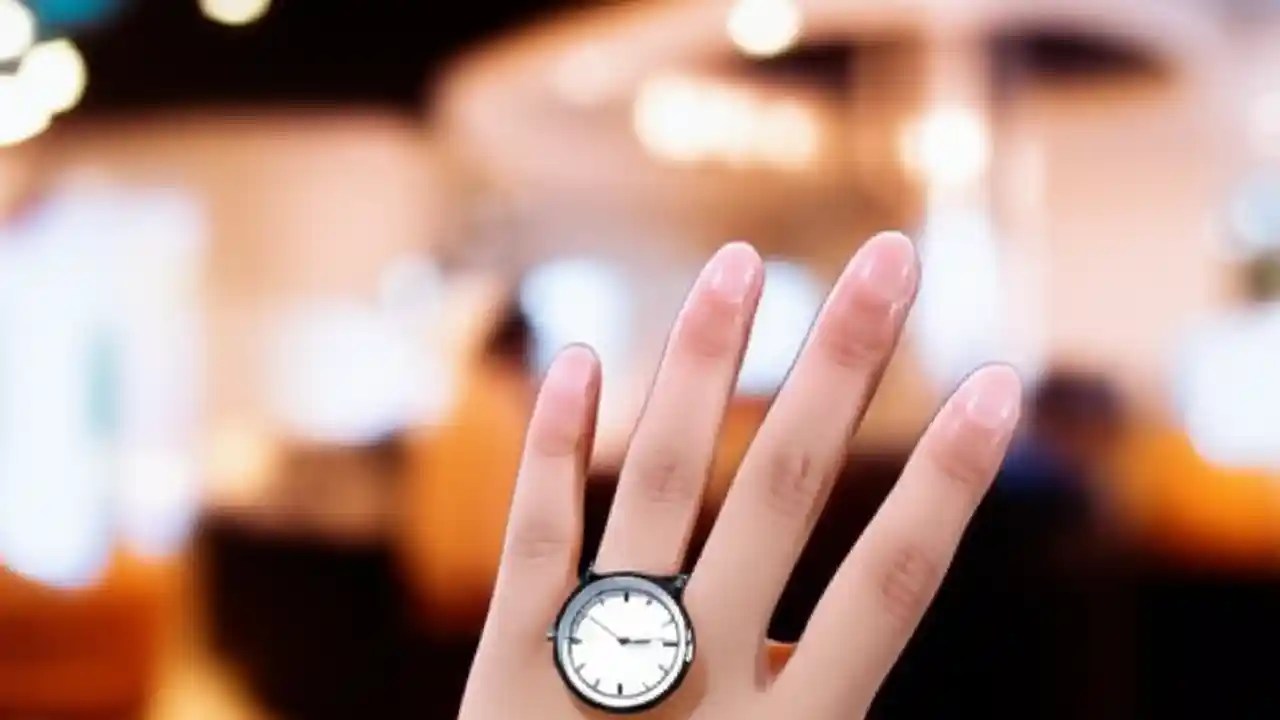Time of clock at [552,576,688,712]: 2:50
